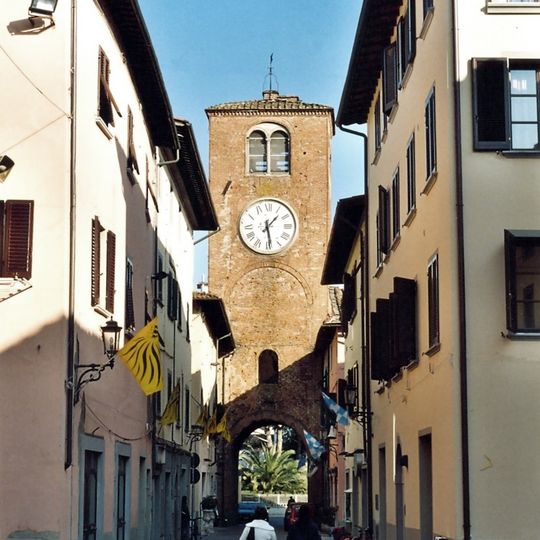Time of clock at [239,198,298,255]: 1:28
